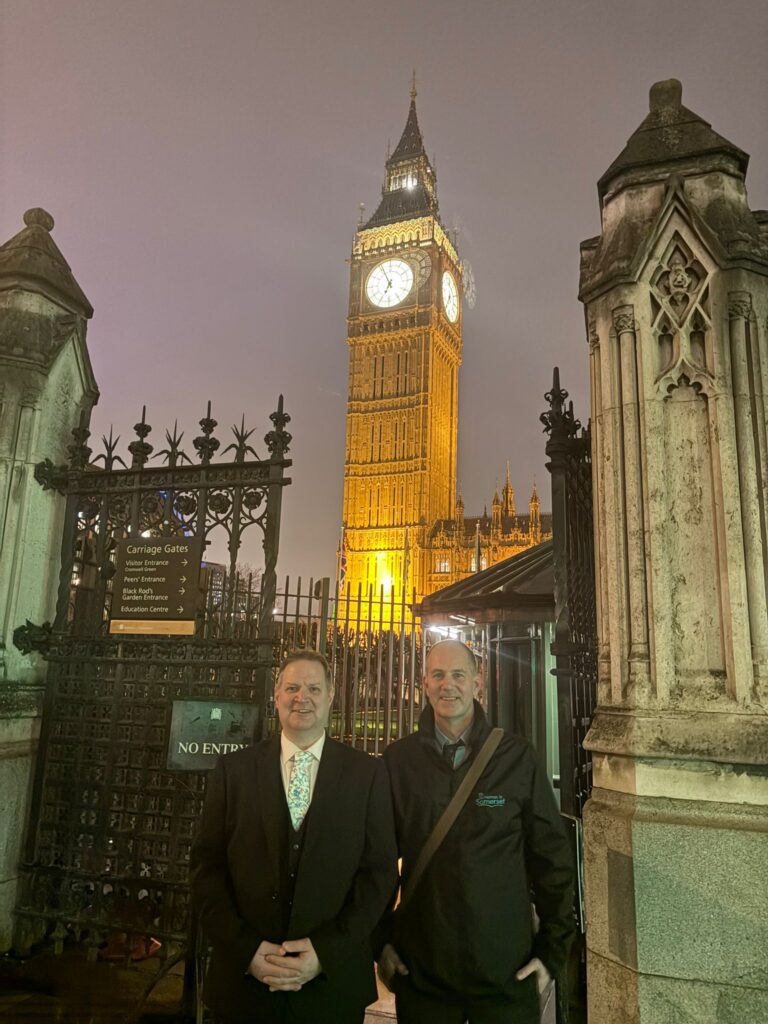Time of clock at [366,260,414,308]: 6:55
